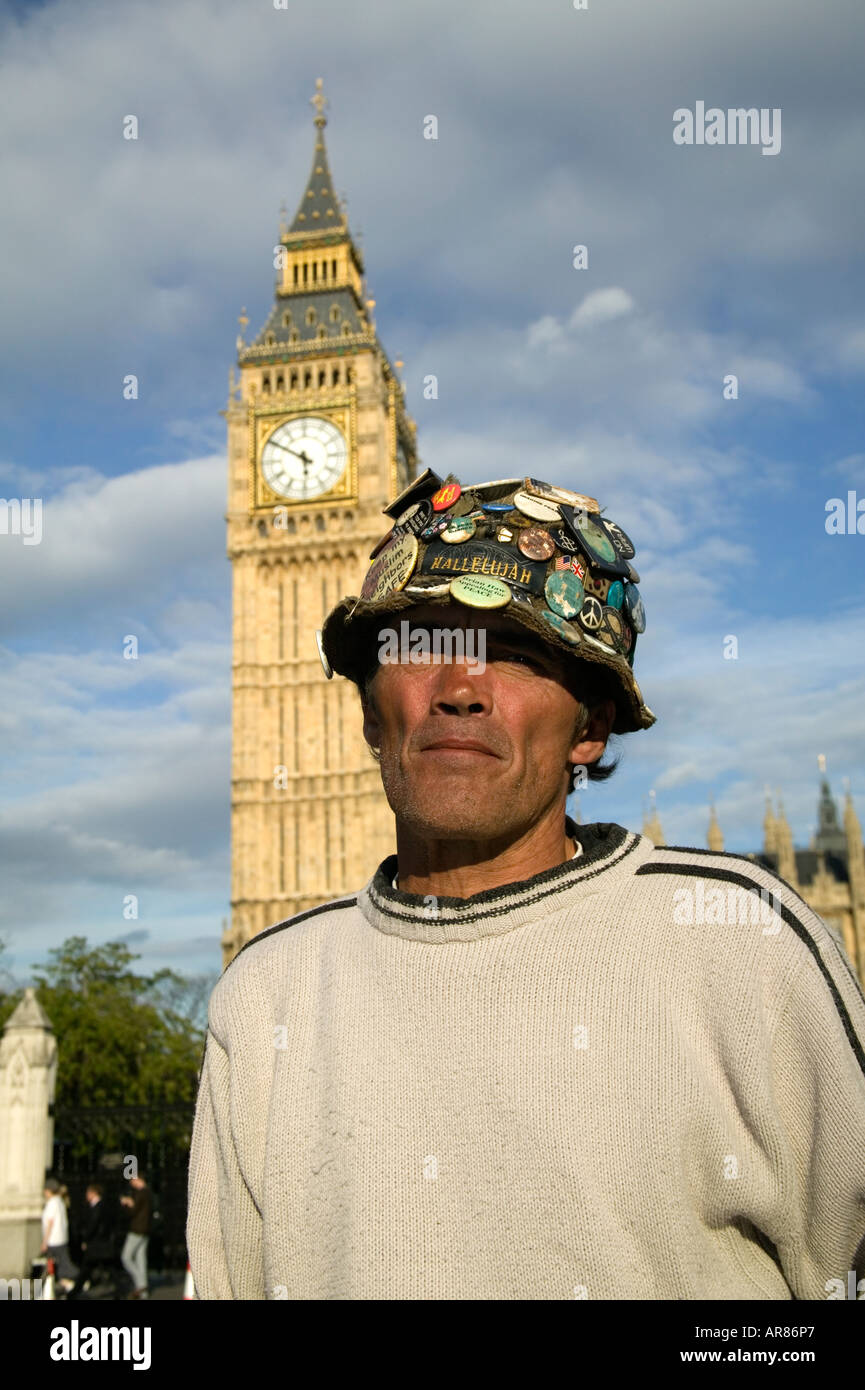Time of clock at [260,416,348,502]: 5:50
